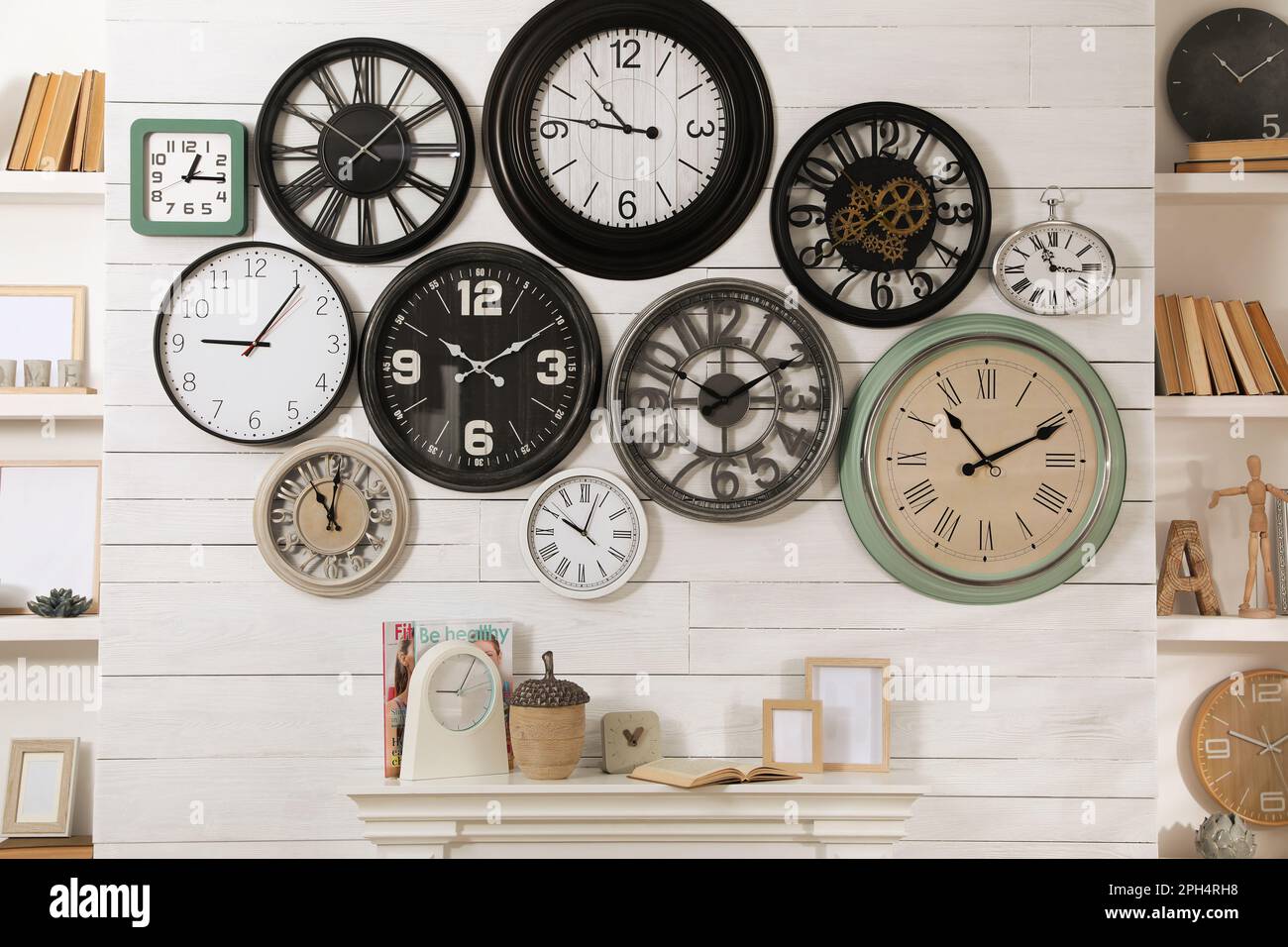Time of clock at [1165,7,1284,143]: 1:52
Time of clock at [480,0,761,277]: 10:46
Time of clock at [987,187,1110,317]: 11:16
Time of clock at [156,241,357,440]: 9:06
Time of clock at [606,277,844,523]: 1:50
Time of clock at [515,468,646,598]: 10:03
